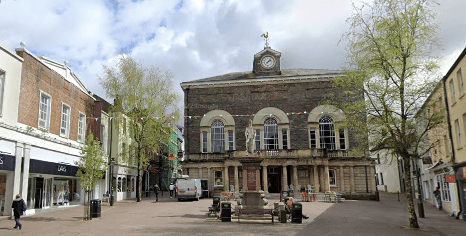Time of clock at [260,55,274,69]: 2:06
